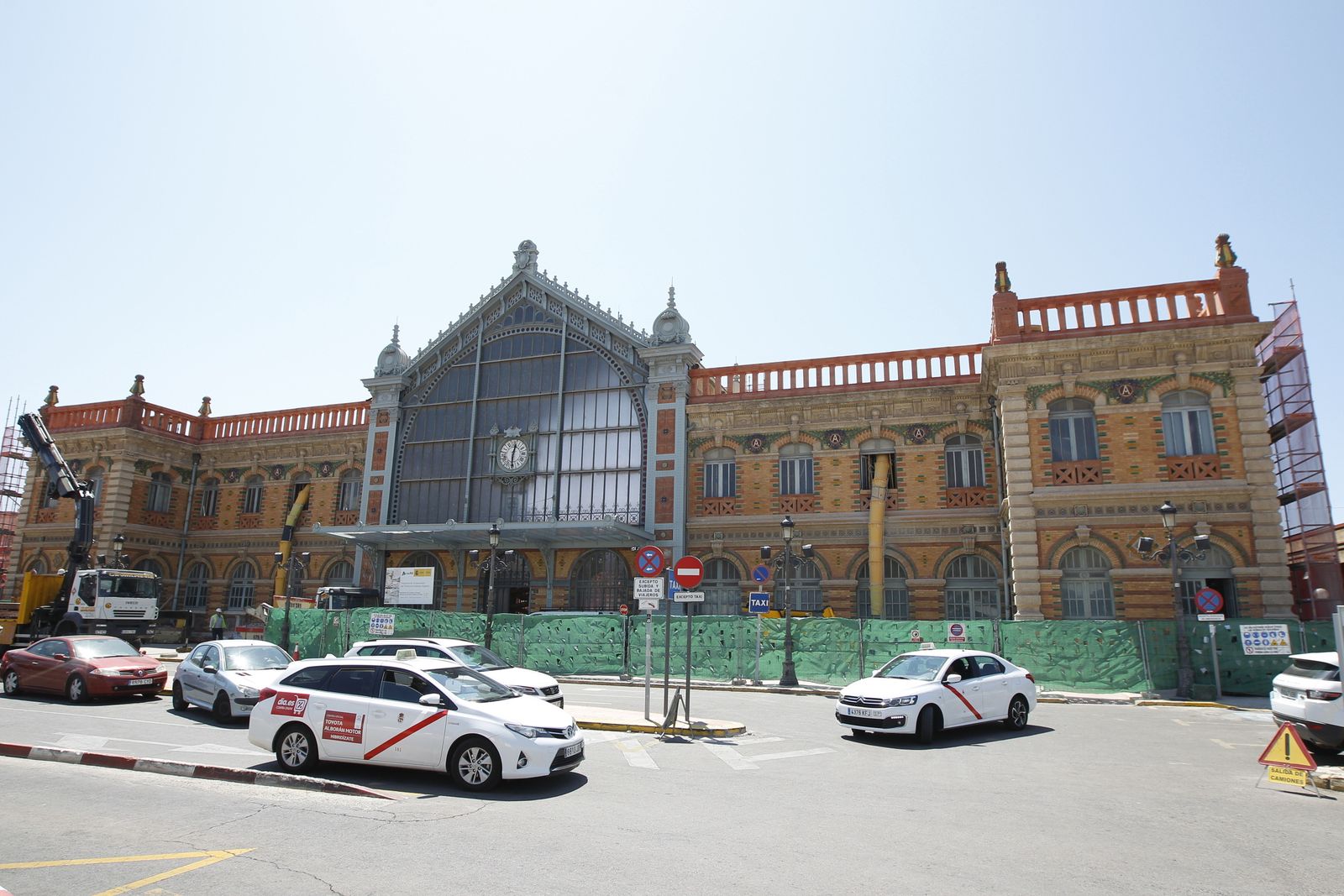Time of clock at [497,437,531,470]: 12:30
